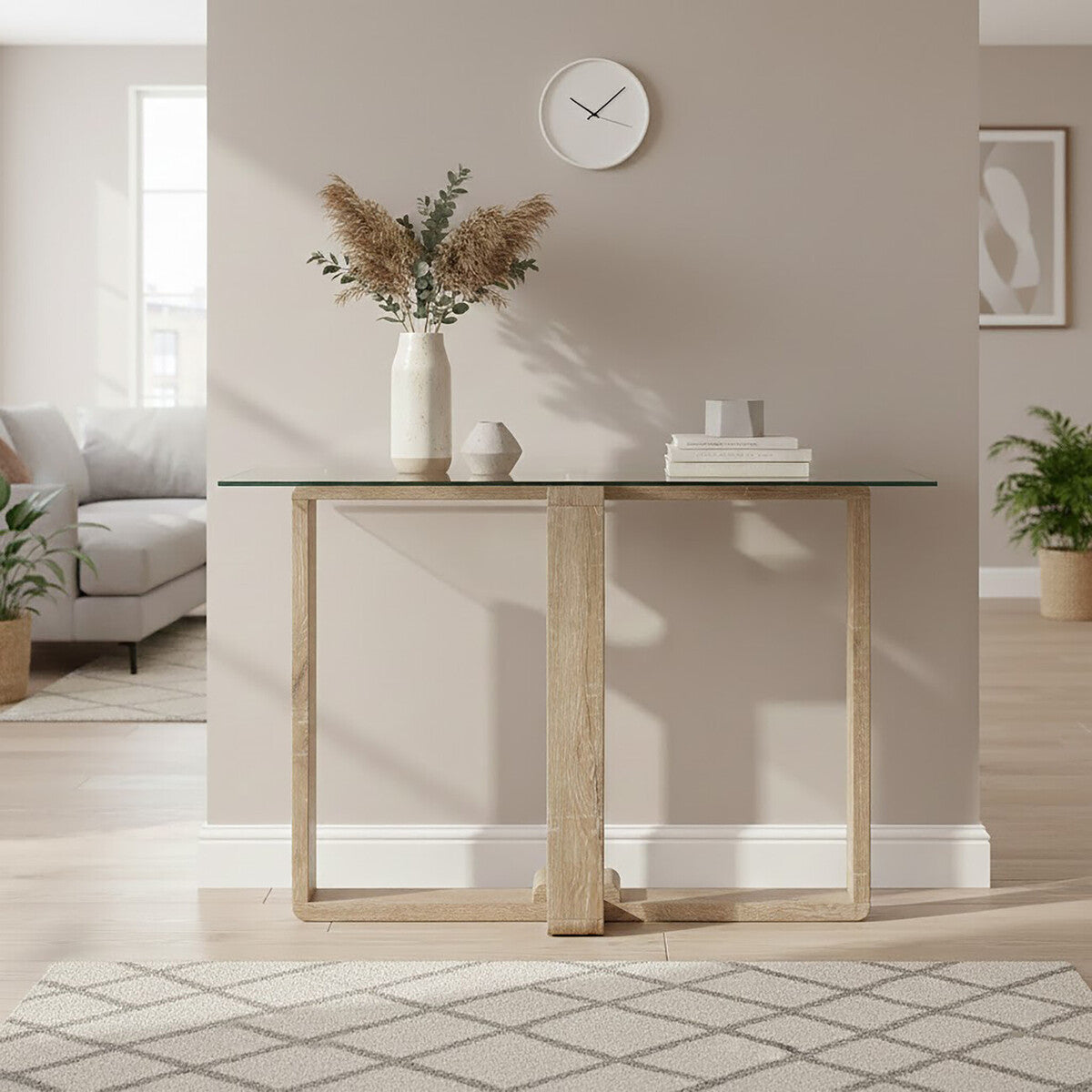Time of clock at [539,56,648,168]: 10:07
